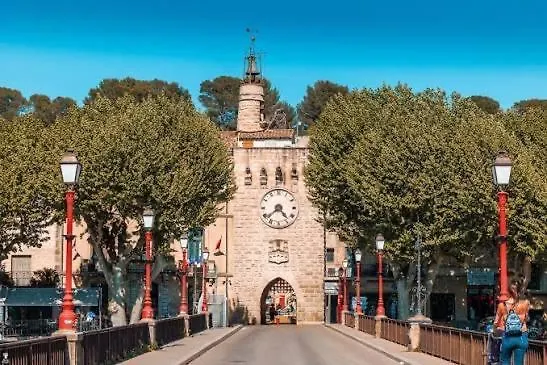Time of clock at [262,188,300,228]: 4:38
